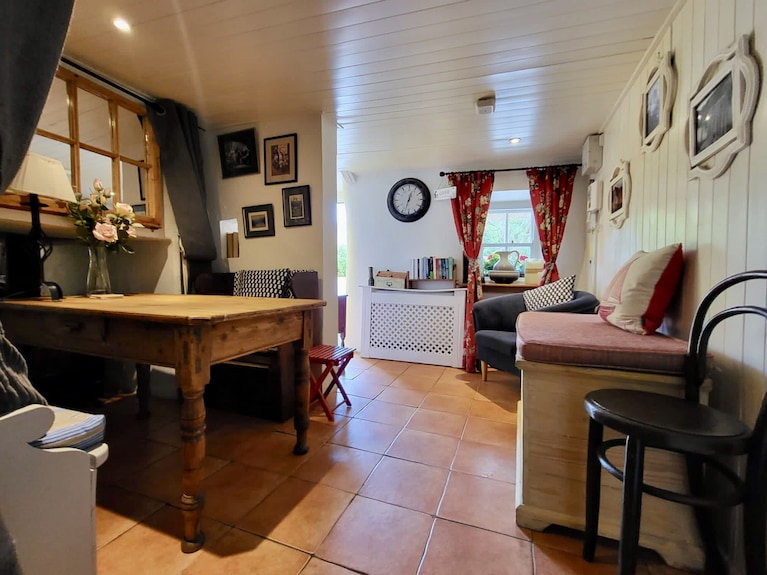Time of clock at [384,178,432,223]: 12:32
